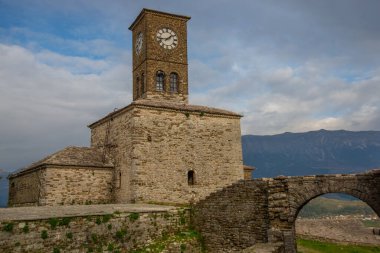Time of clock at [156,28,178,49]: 1:43
